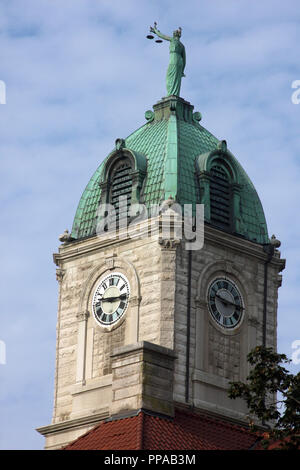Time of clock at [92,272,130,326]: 9:15
